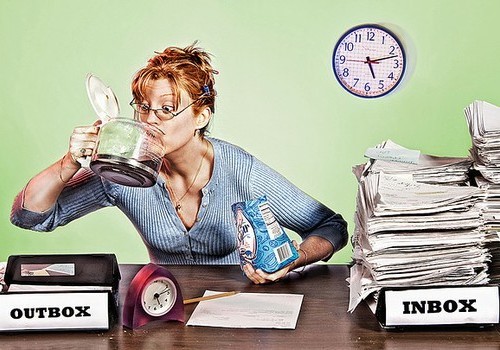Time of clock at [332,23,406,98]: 5:12
